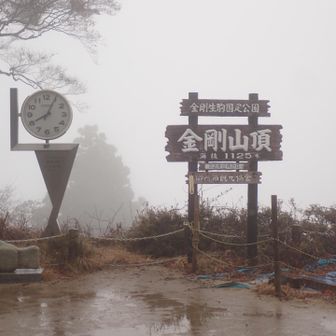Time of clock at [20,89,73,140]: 8:04
